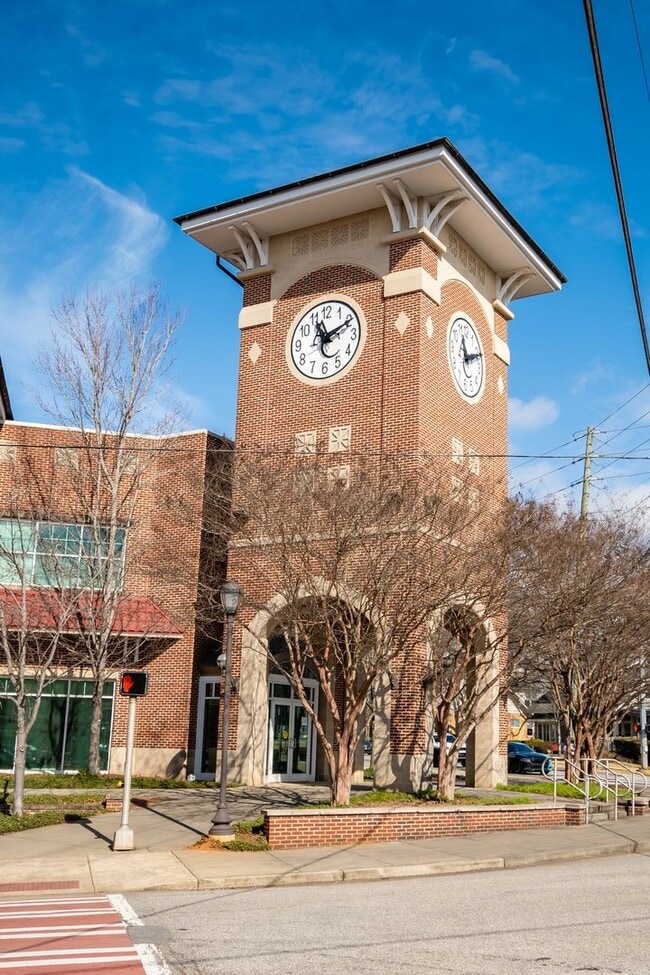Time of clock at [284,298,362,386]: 11:10
